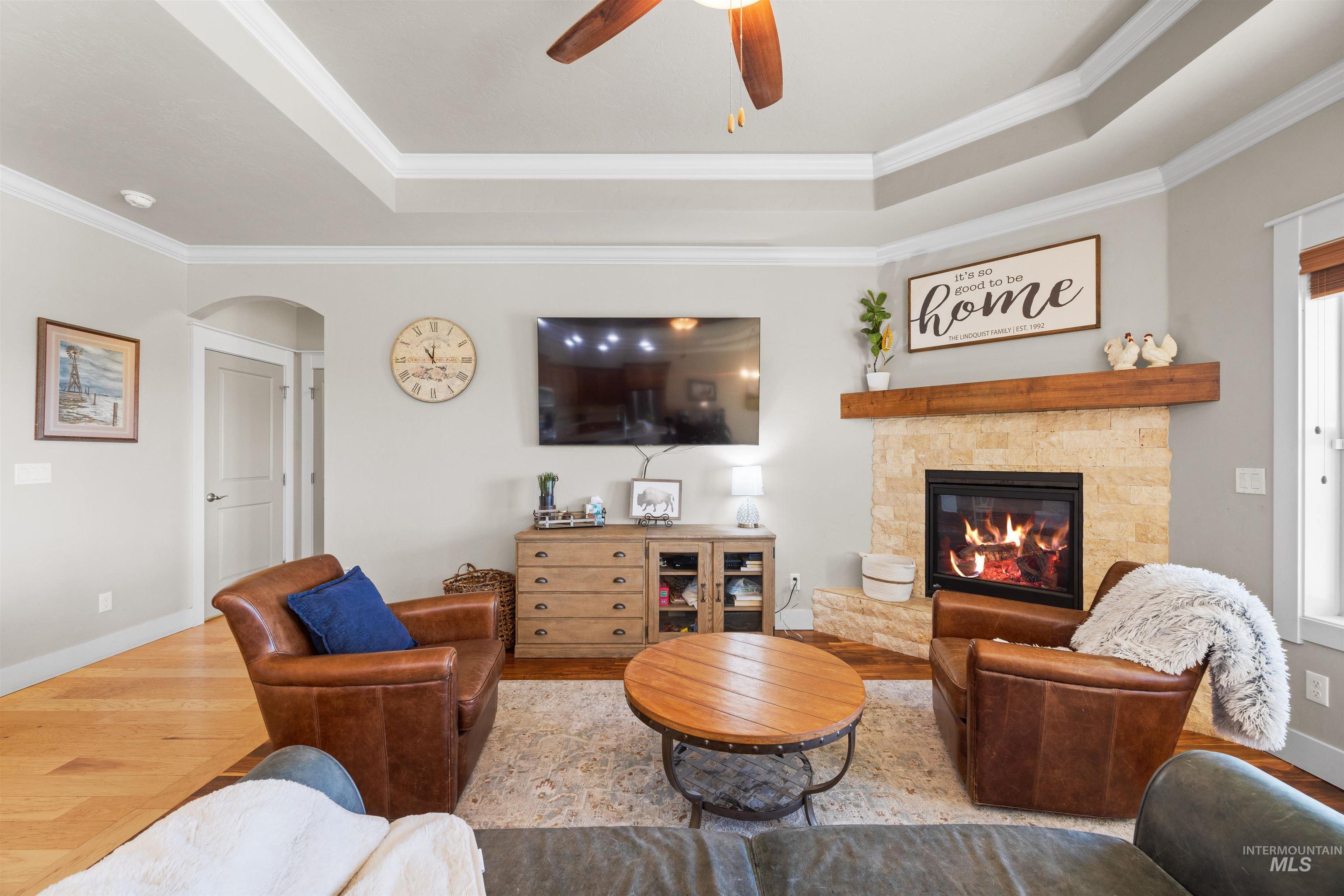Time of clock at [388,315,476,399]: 11:00
